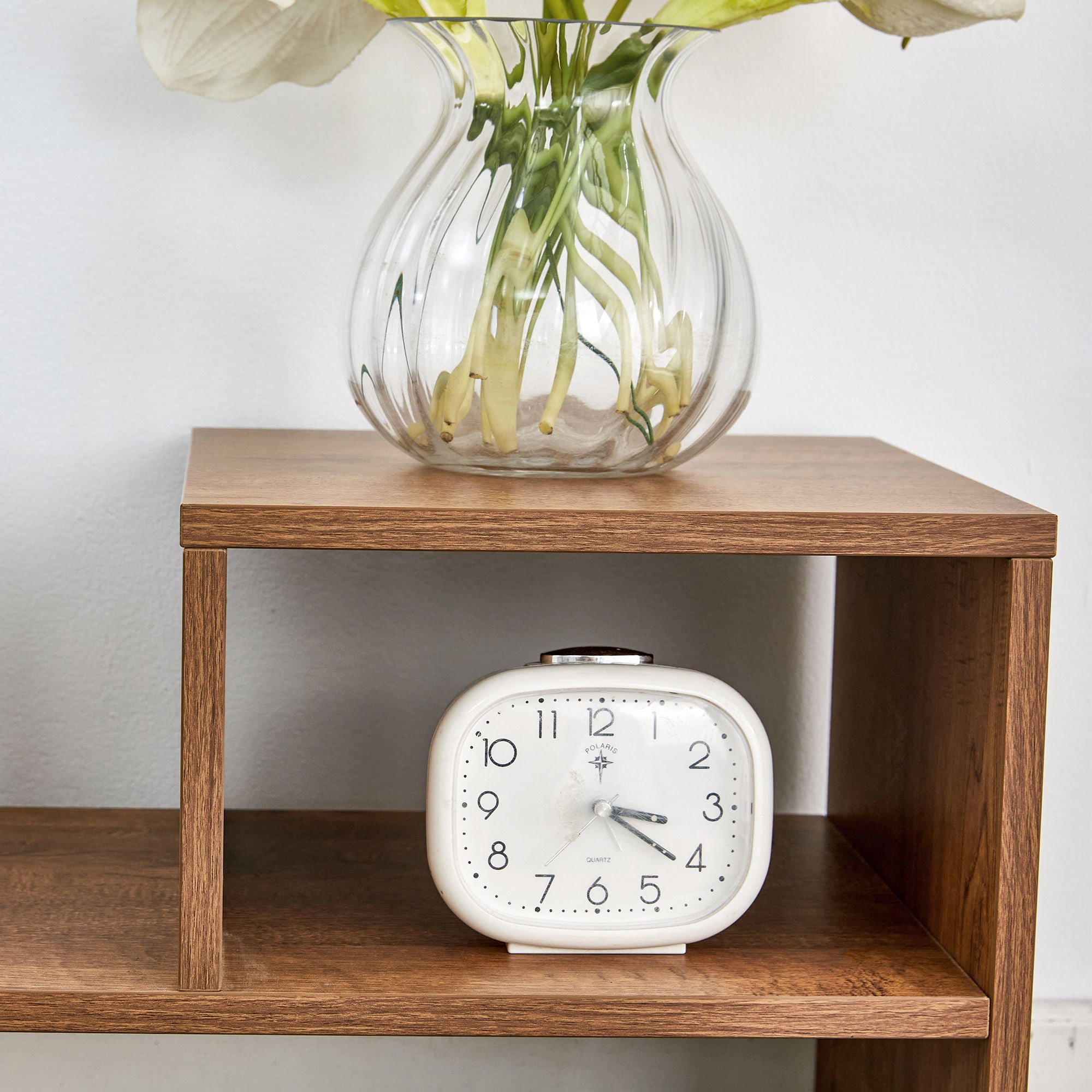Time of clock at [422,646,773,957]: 3:20
